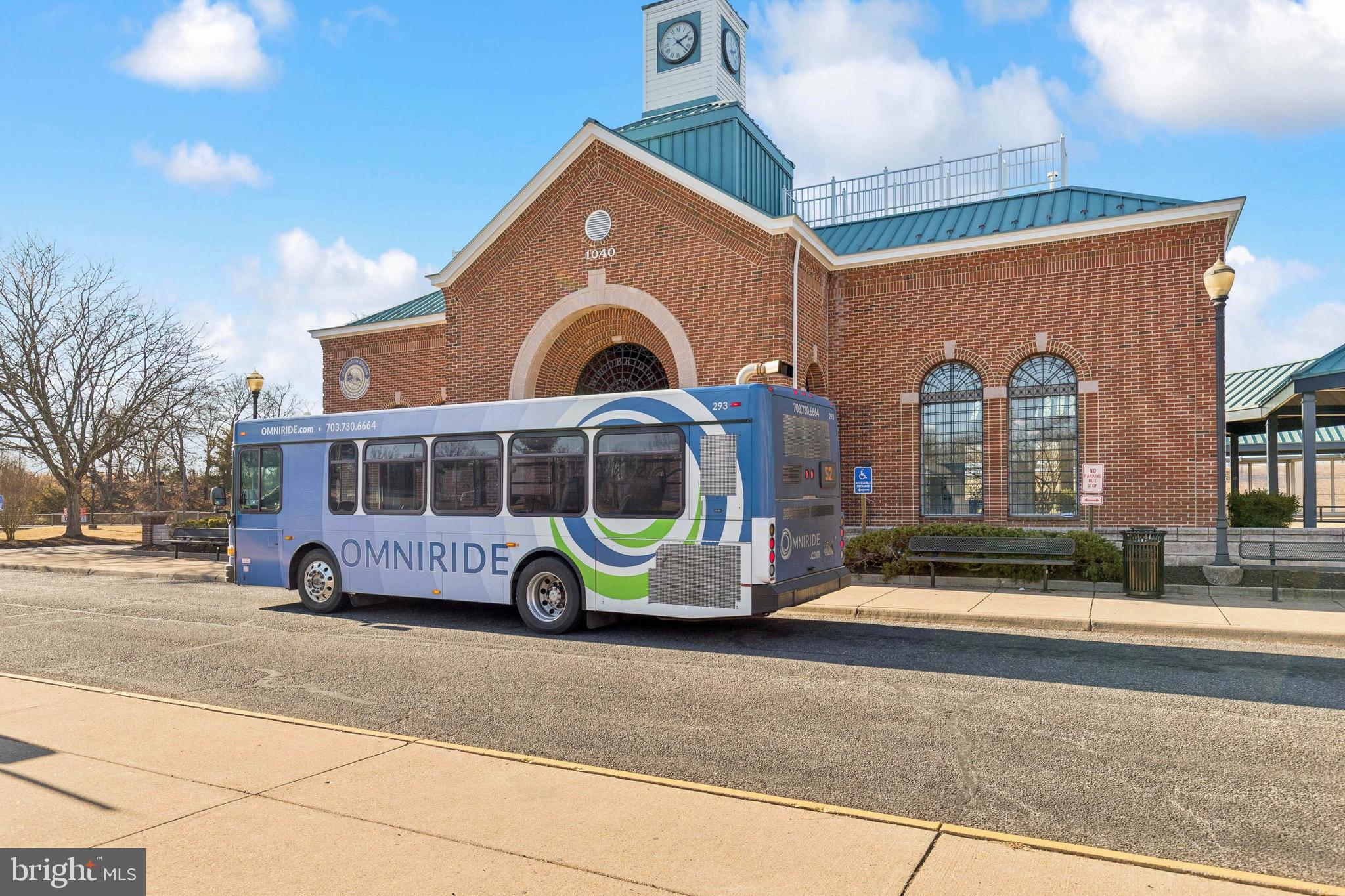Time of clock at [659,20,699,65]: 2:22
